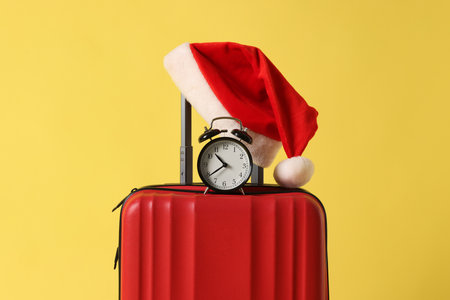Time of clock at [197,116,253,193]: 10:39
